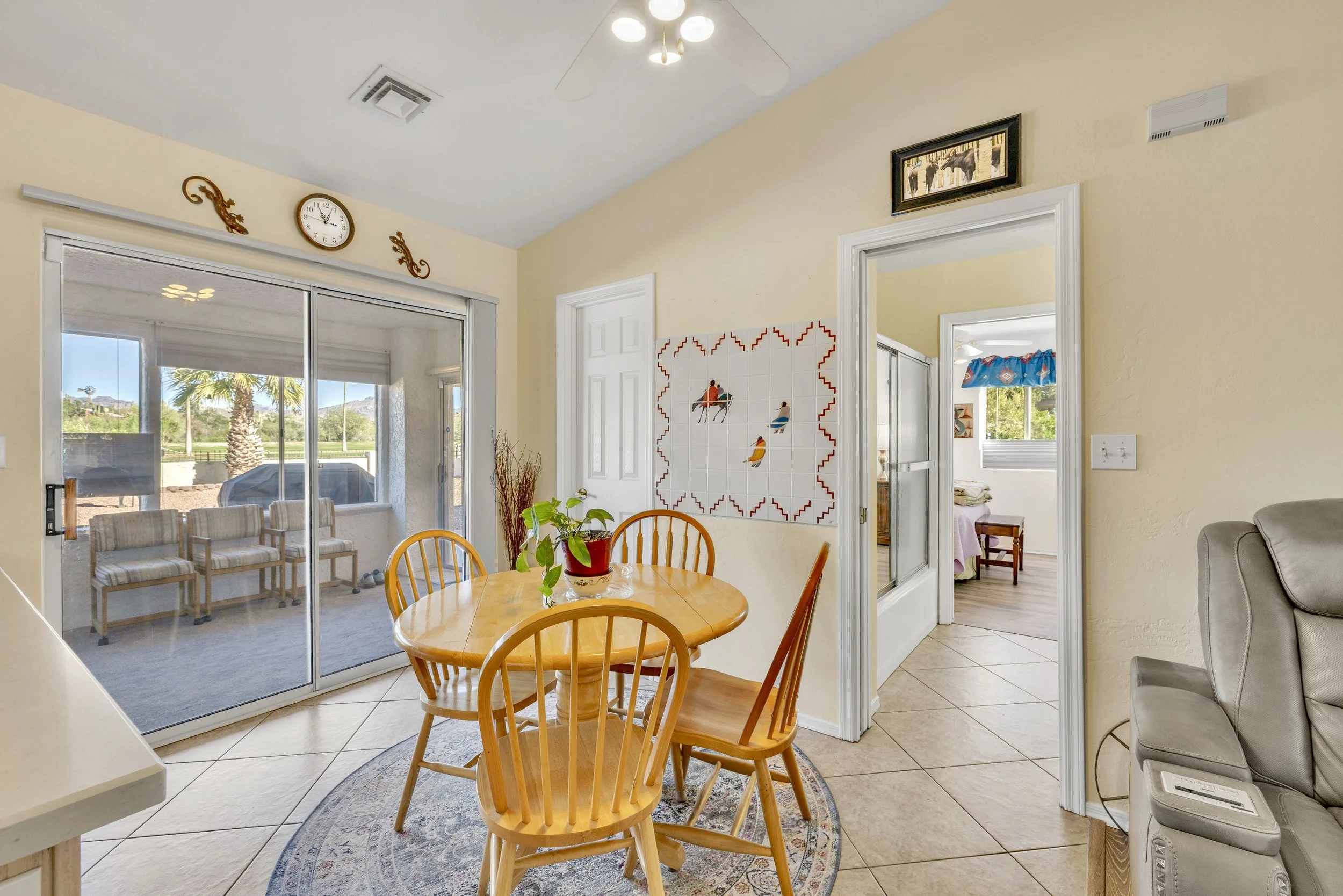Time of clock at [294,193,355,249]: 11:03
